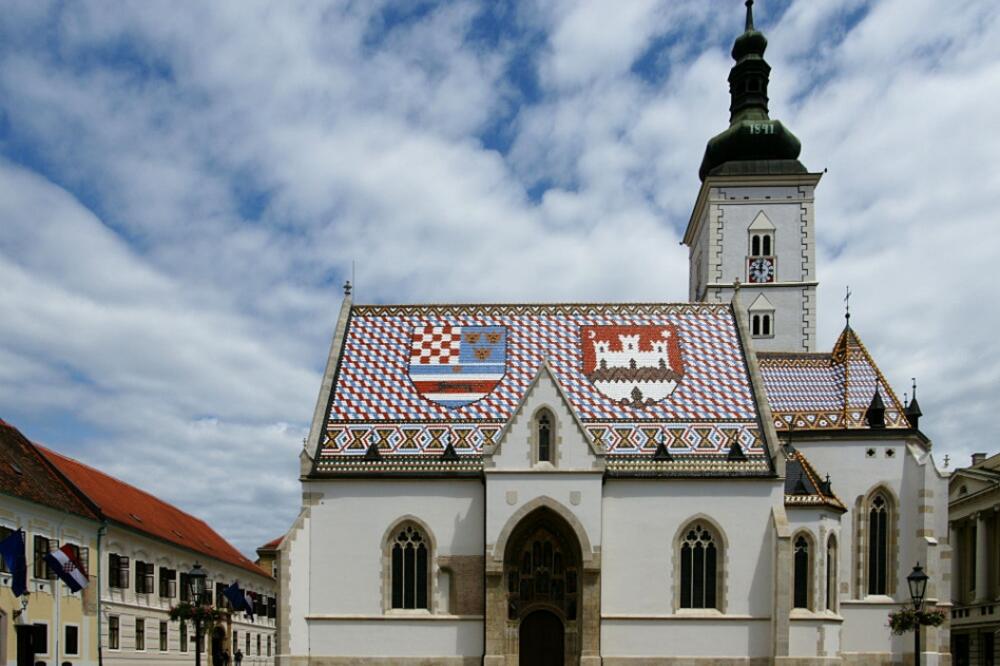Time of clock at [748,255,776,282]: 11:46
